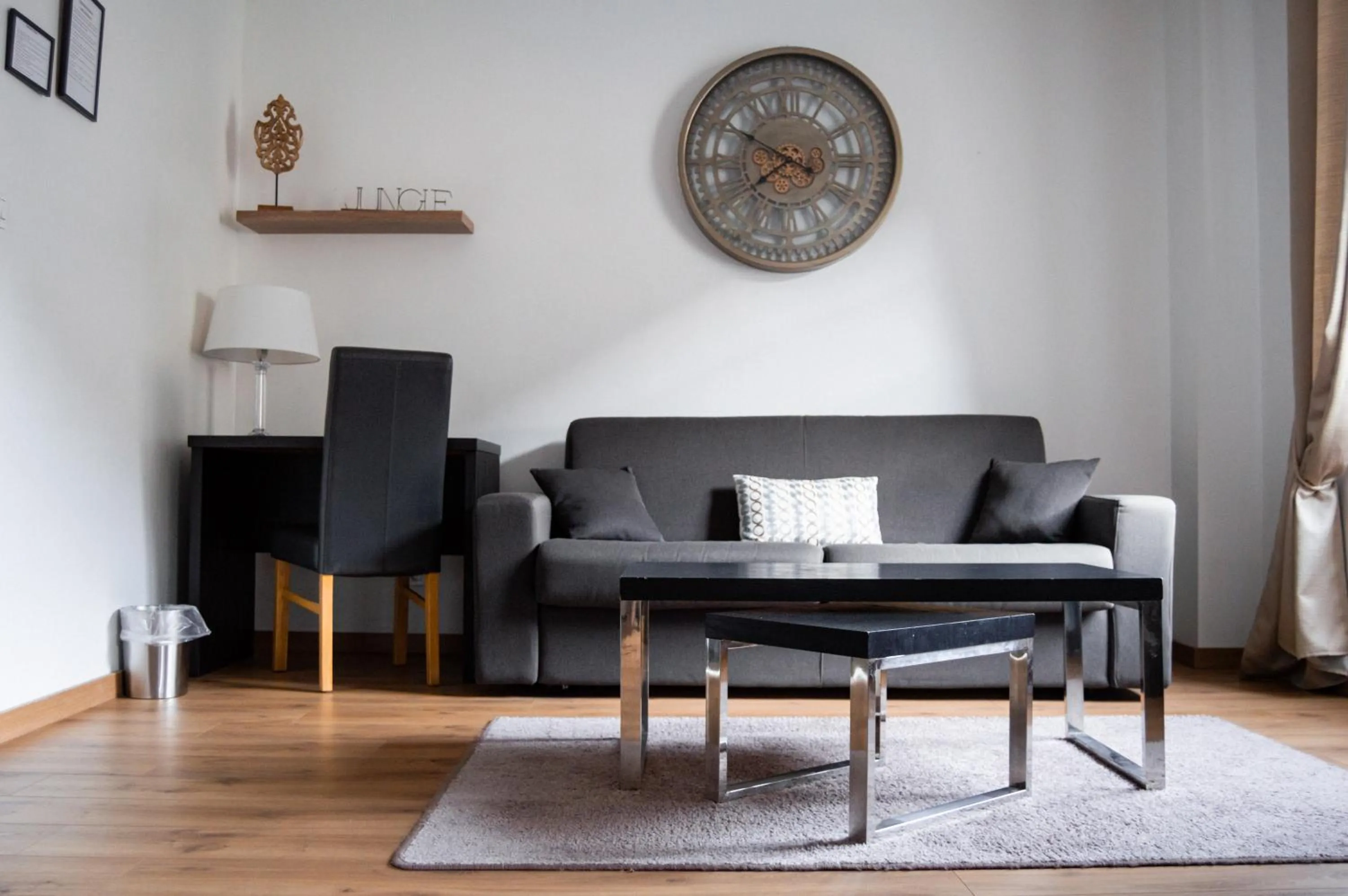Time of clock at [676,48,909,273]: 7:49
